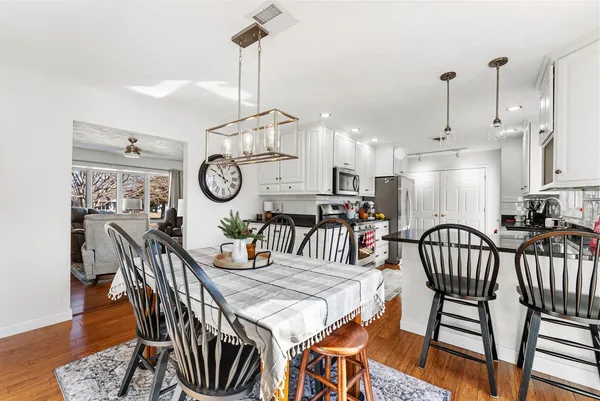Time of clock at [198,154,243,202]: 9:57
